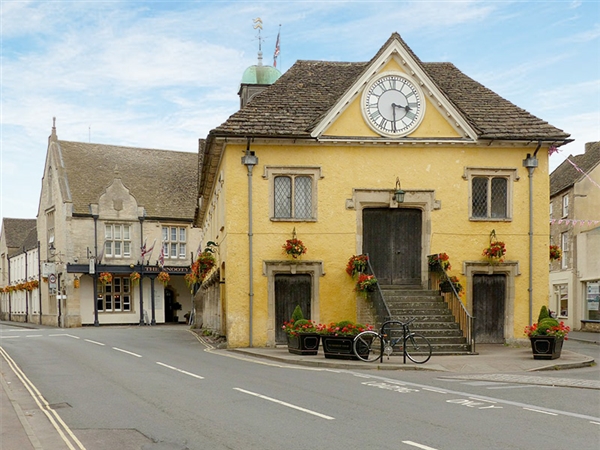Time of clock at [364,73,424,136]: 3:29
